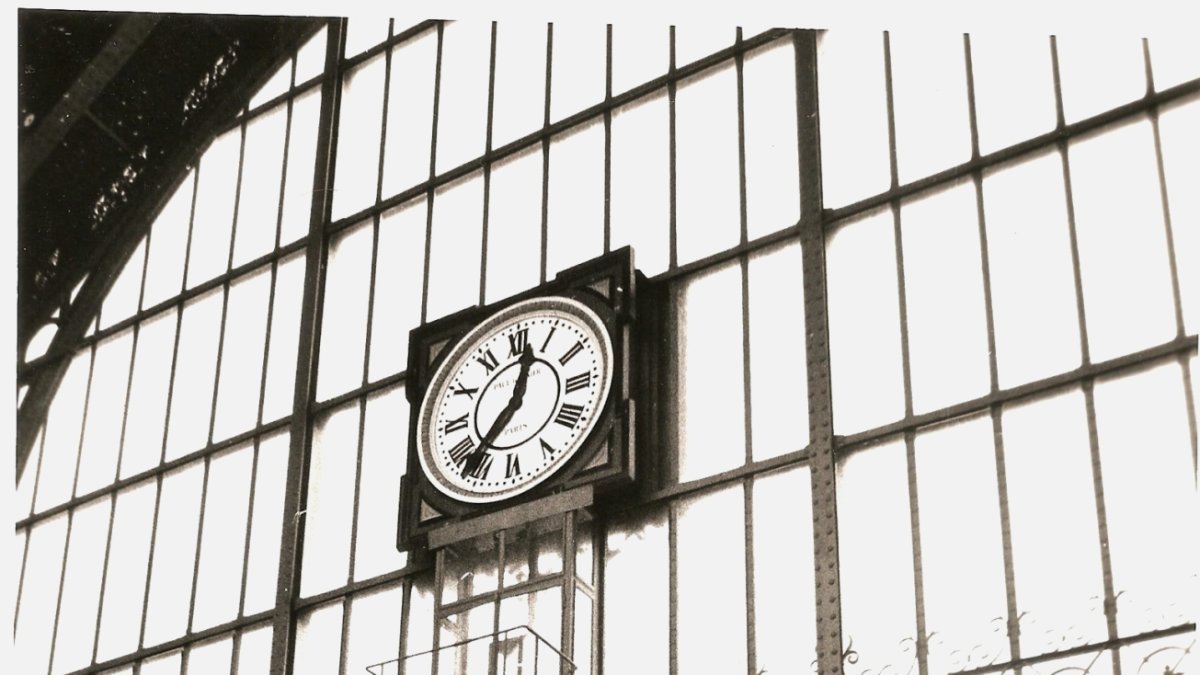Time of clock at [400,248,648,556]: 12:37
